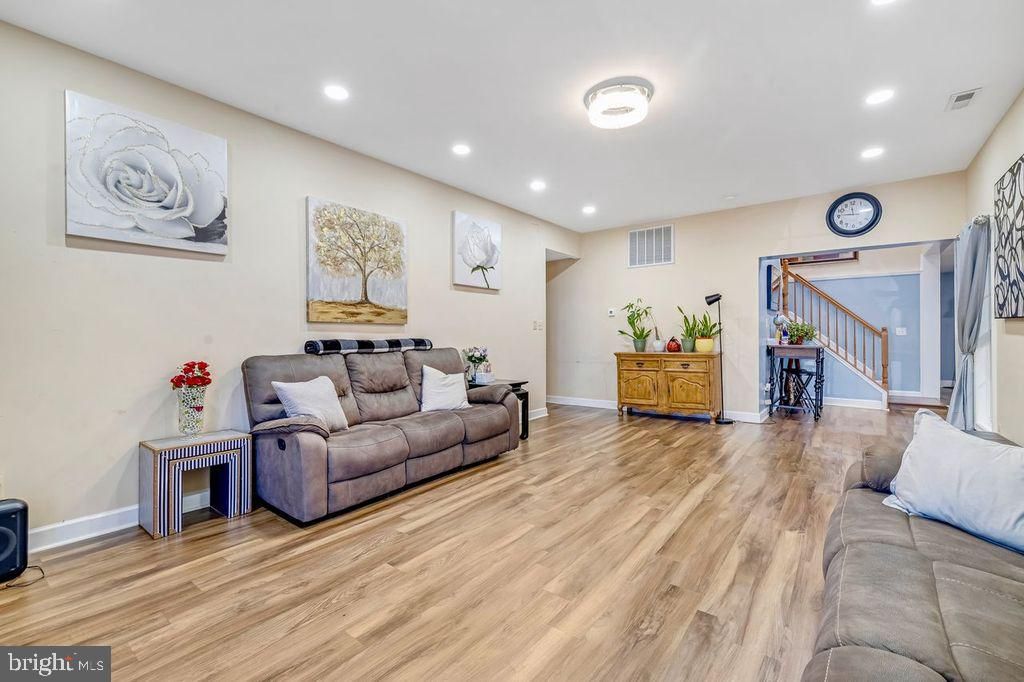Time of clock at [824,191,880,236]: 11:46
